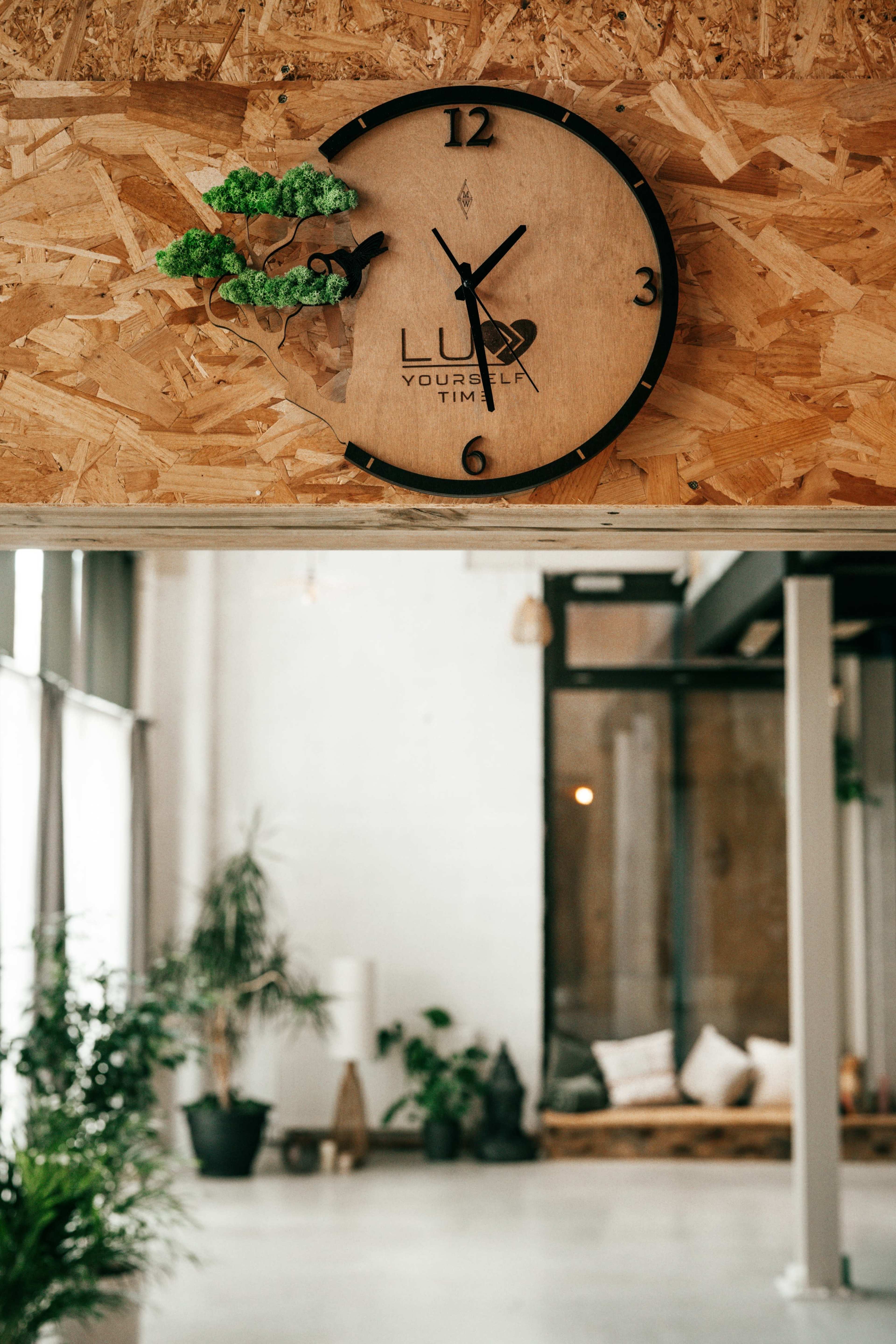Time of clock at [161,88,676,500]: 1:28
